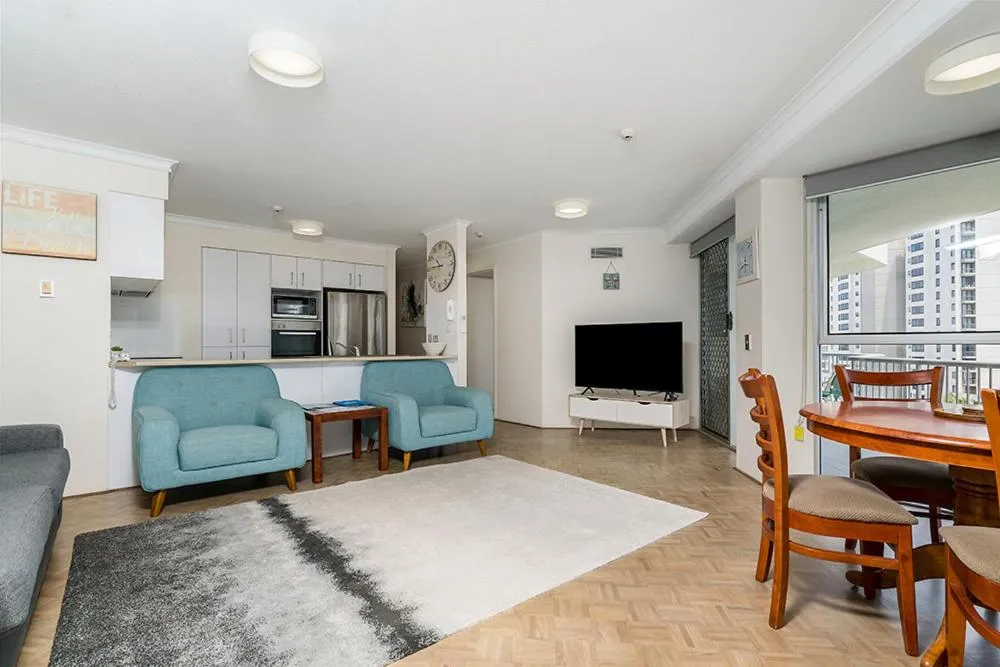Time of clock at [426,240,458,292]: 10:45
